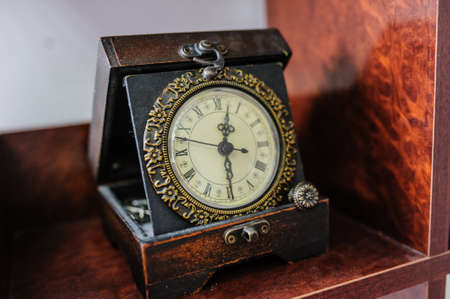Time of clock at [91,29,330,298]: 12:28
